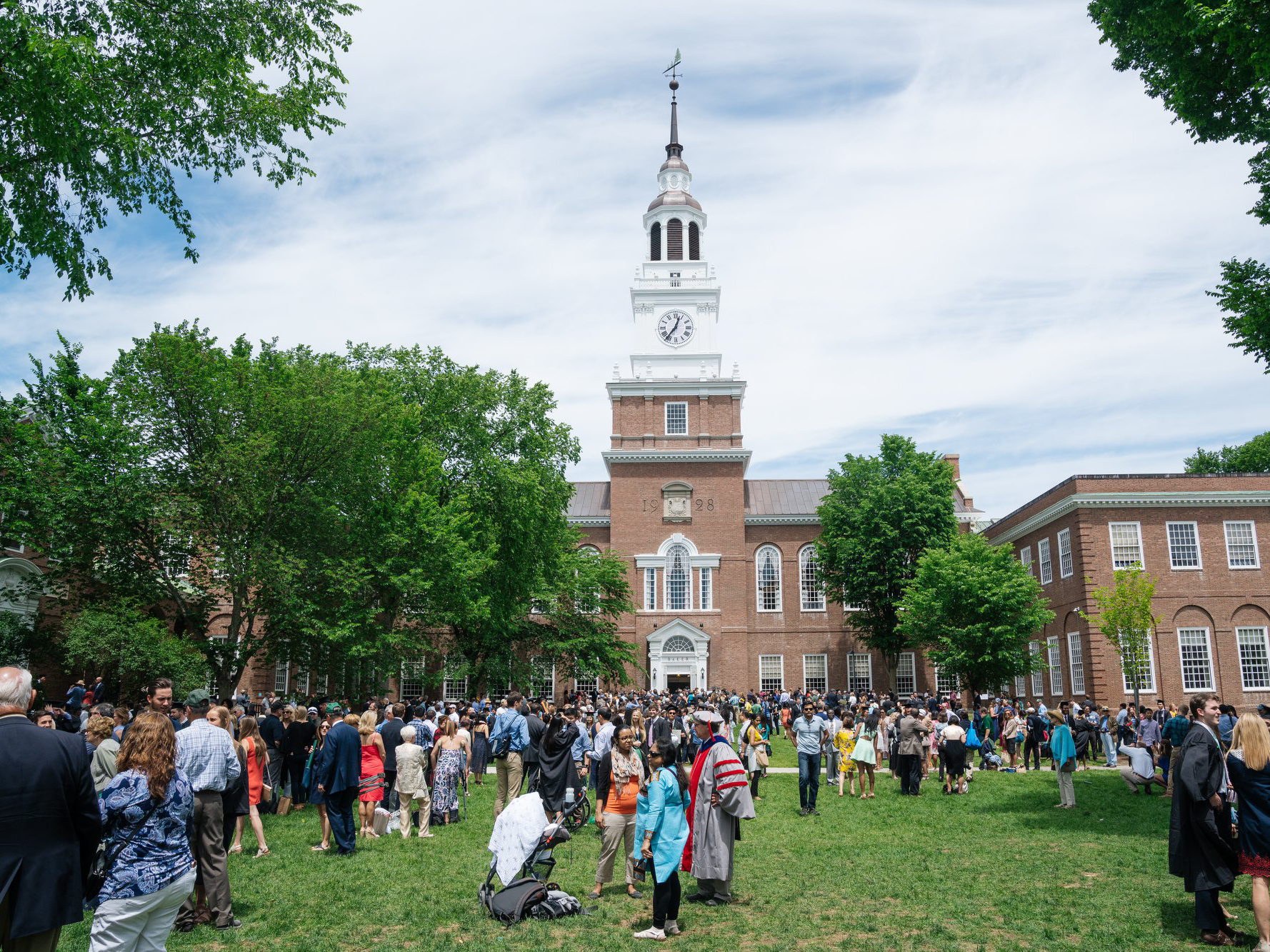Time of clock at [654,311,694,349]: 12:36
